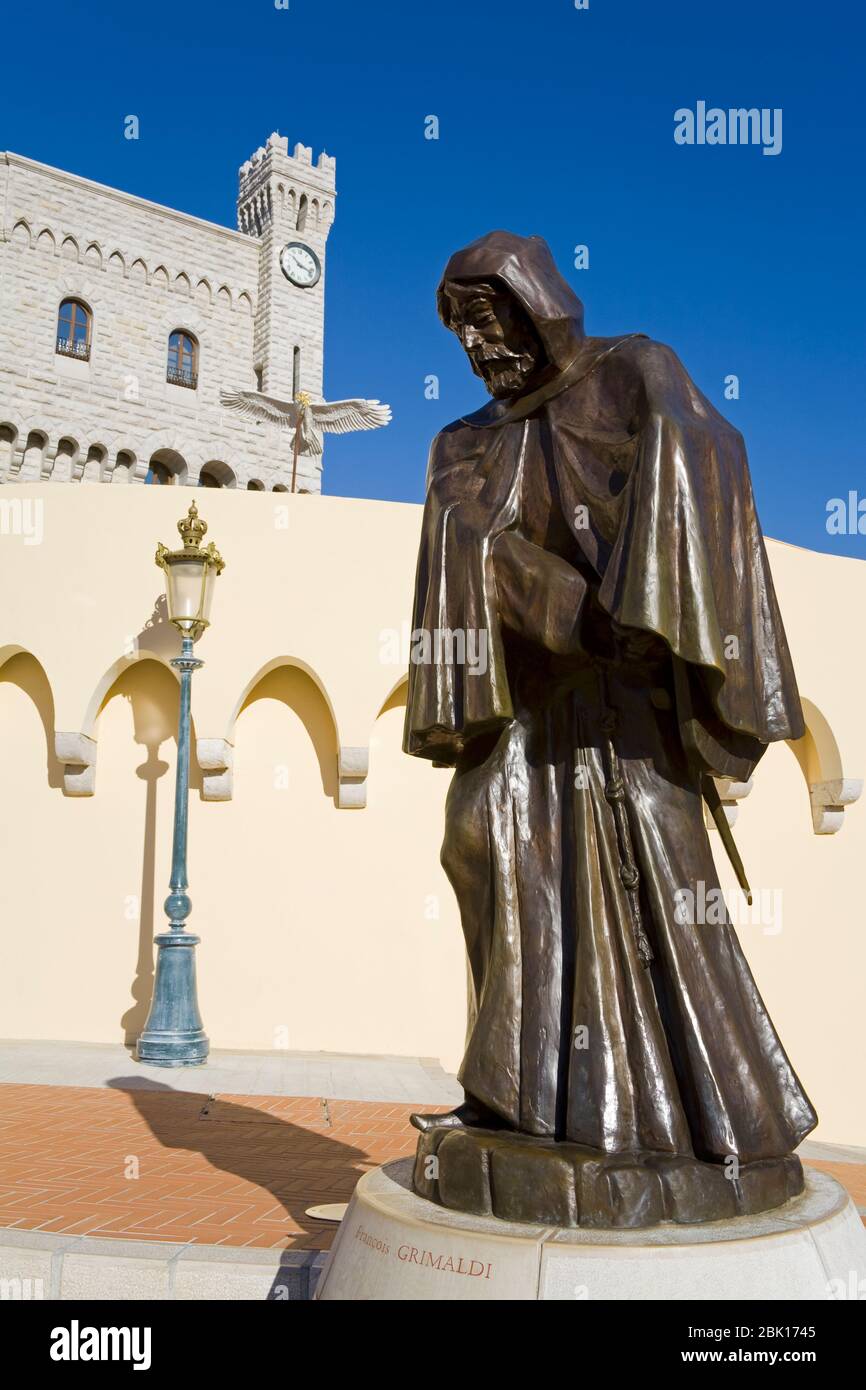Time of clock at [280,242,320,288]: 10:17
